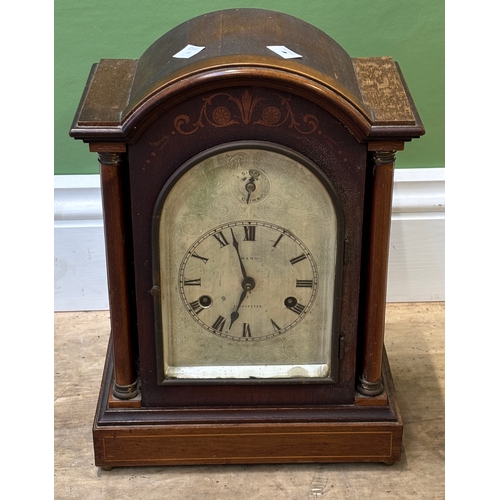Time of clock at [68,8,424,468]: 6:56
